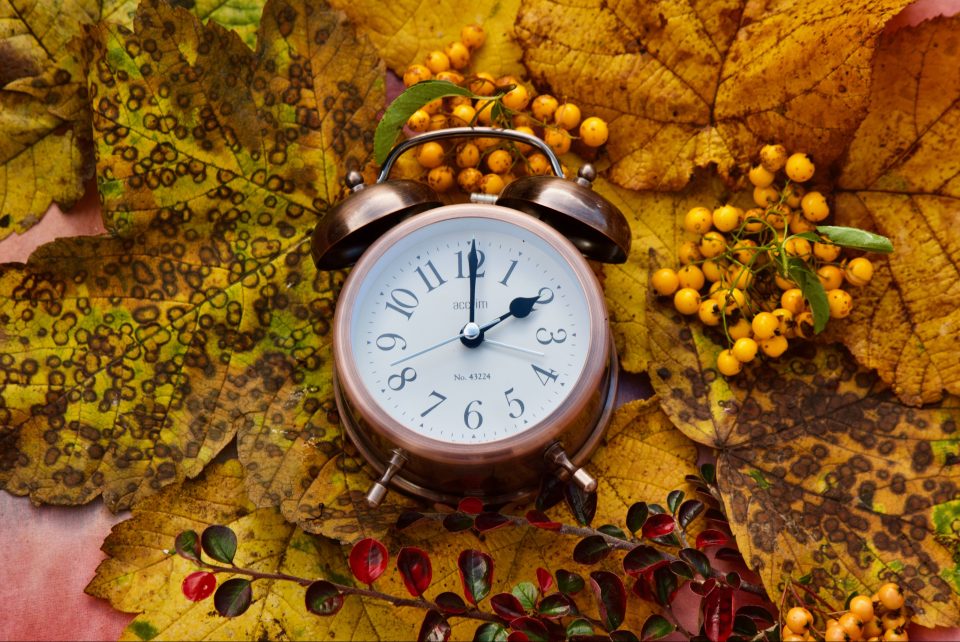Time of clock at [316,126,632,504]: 2:00
